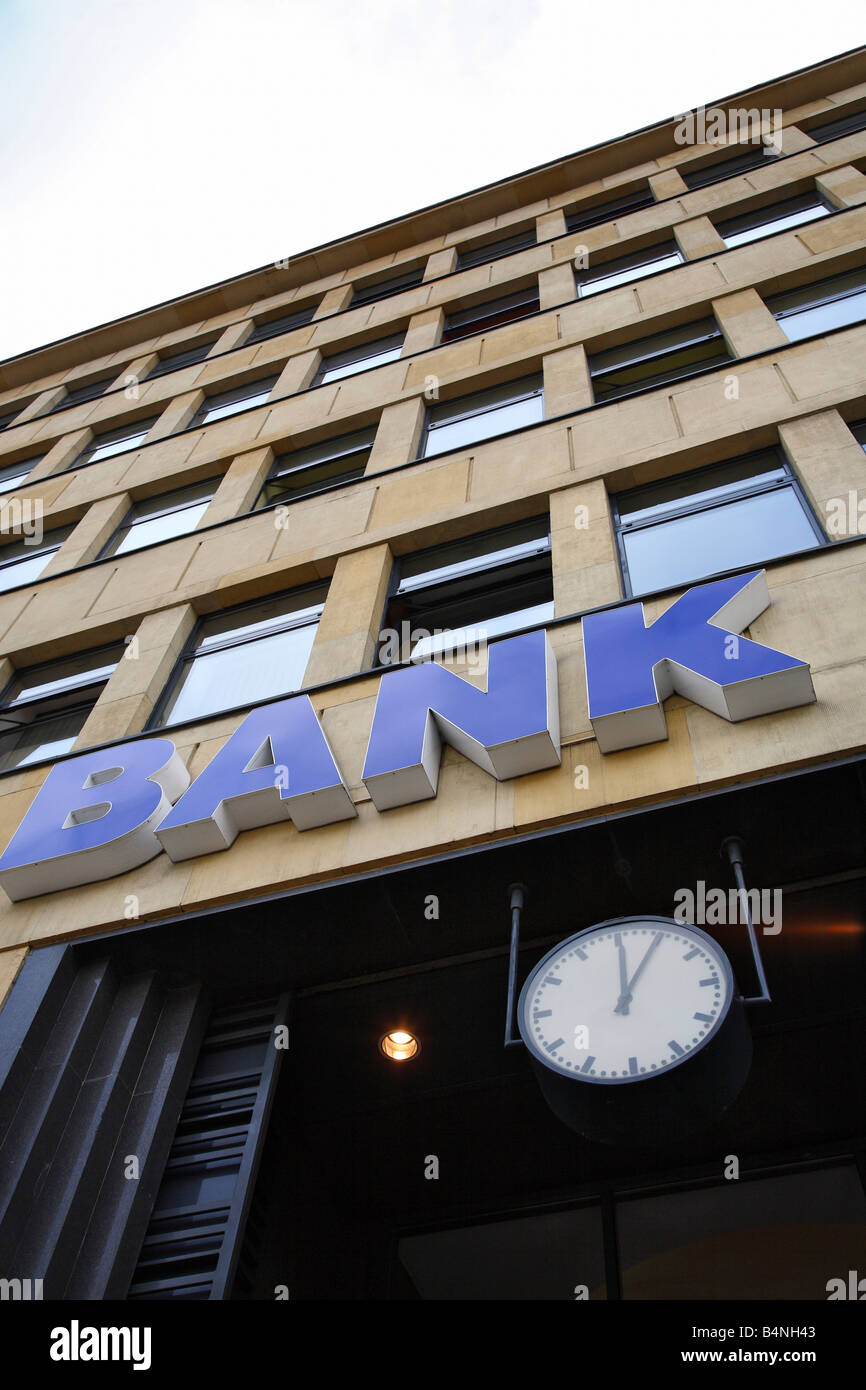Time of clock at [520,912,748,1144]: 12:04
